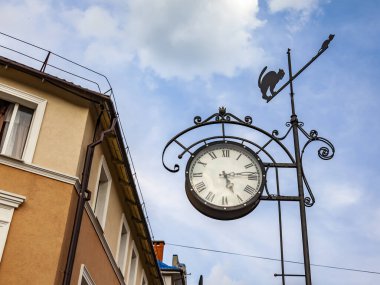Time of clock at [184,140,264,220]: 5:13
